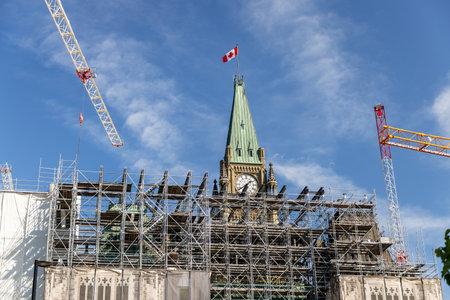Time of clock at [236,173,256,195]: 1:33
